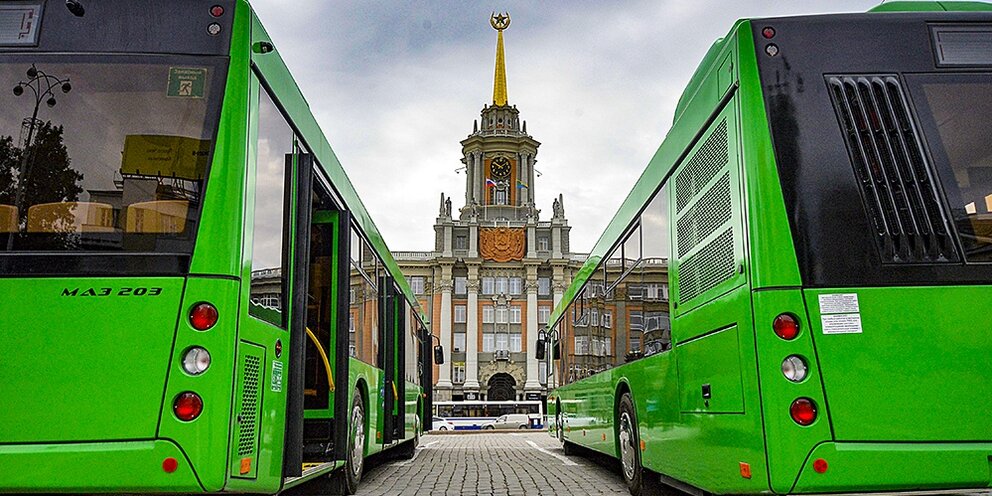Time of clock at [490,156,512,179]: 1:50
